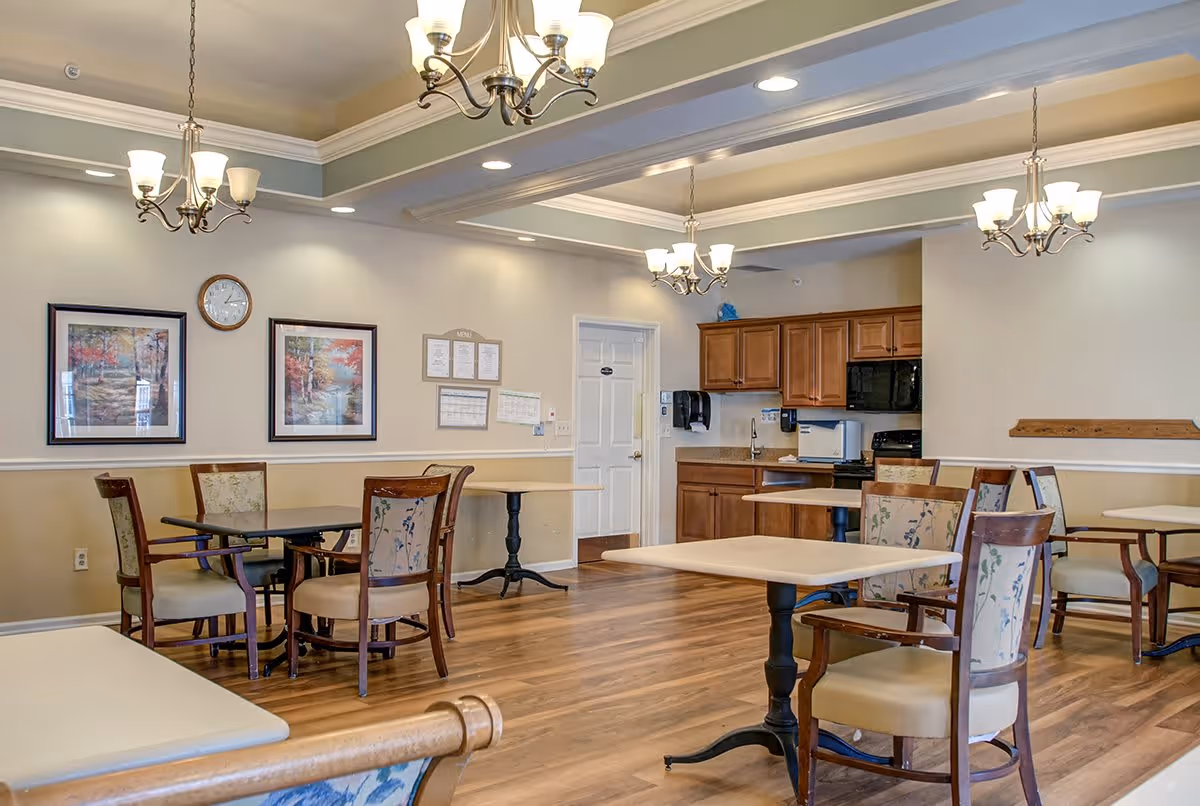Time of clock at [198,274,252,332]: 1:13
